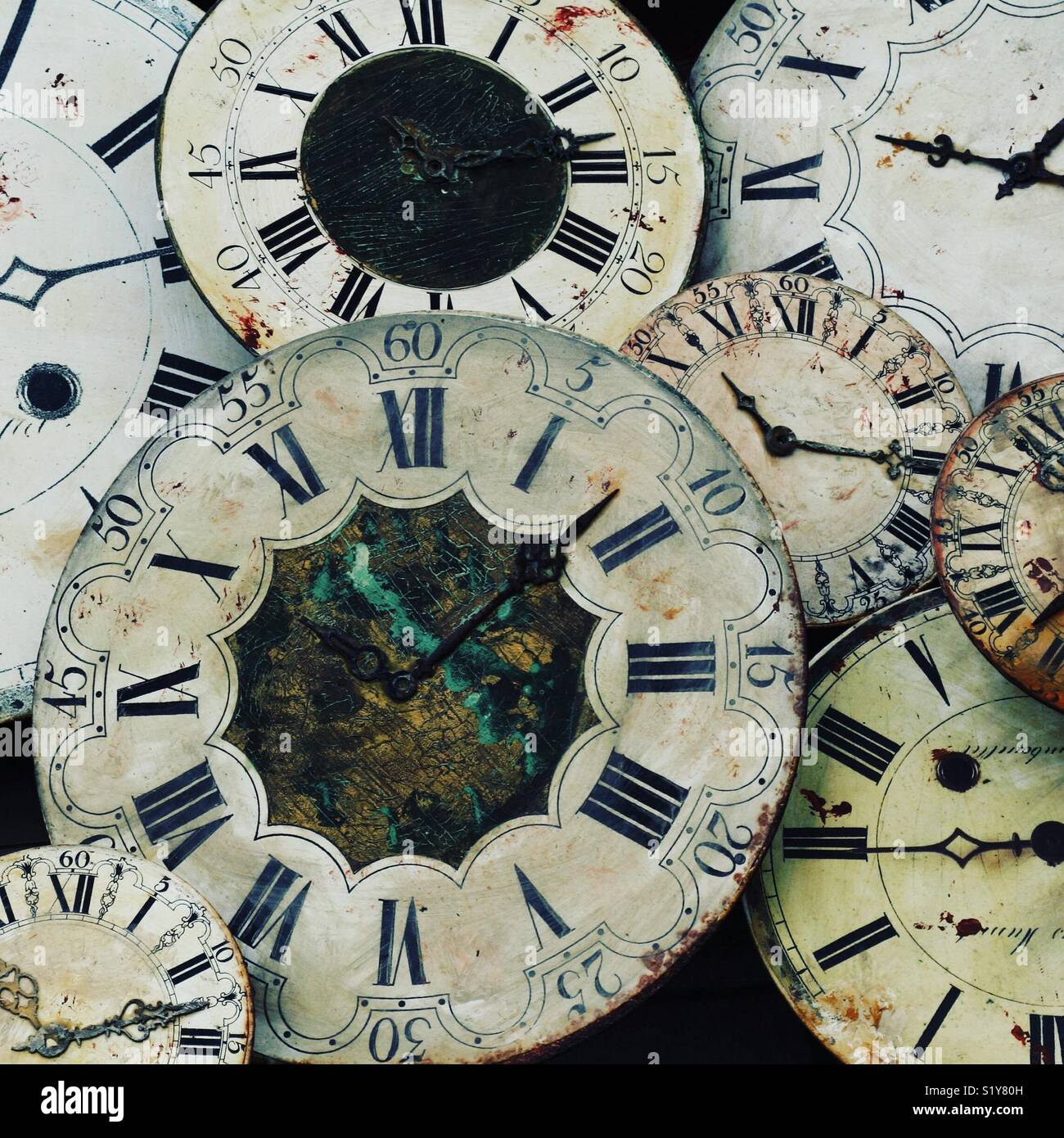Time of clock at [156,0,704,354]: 11:13
